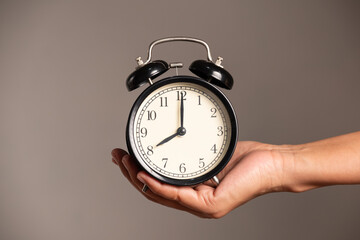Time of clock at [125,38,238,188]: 8:00
